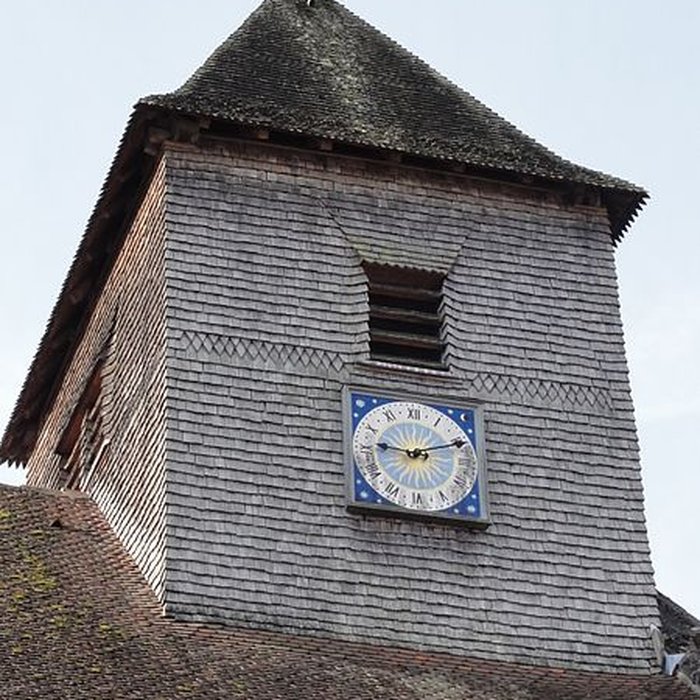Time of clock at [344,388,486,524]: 9:11
